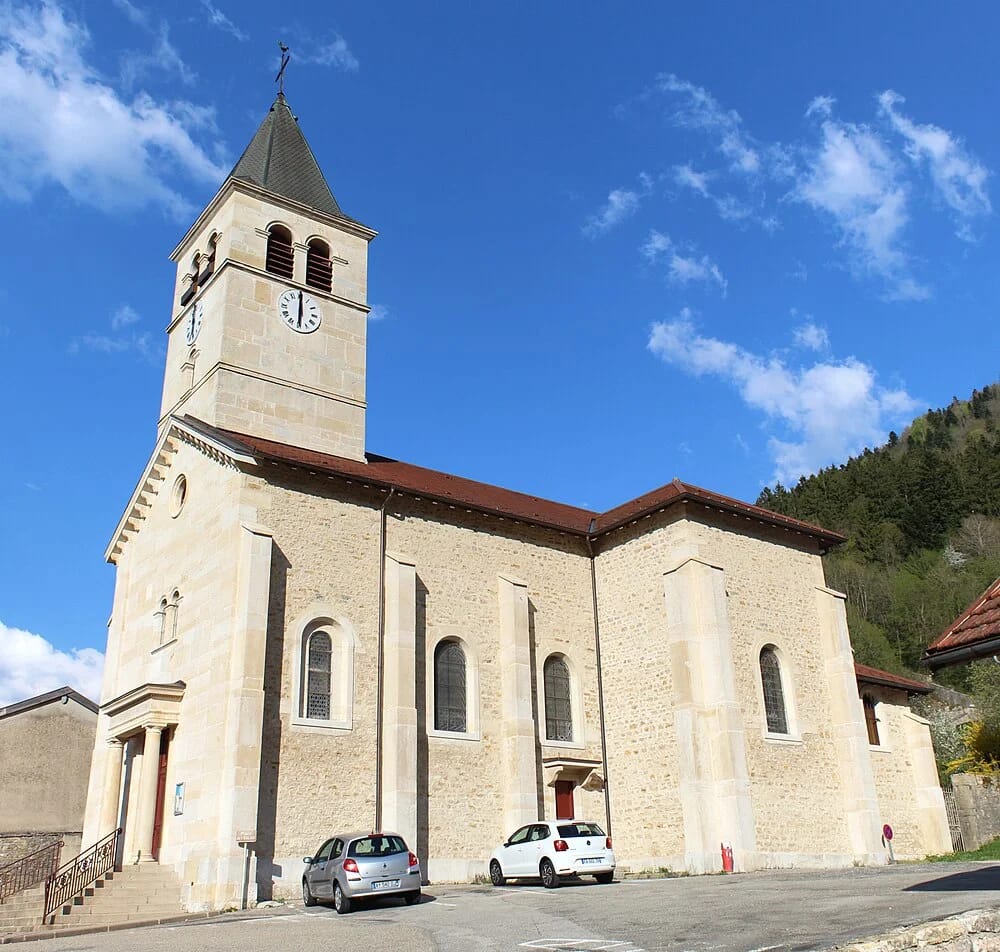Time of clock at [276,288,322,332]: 6:00
